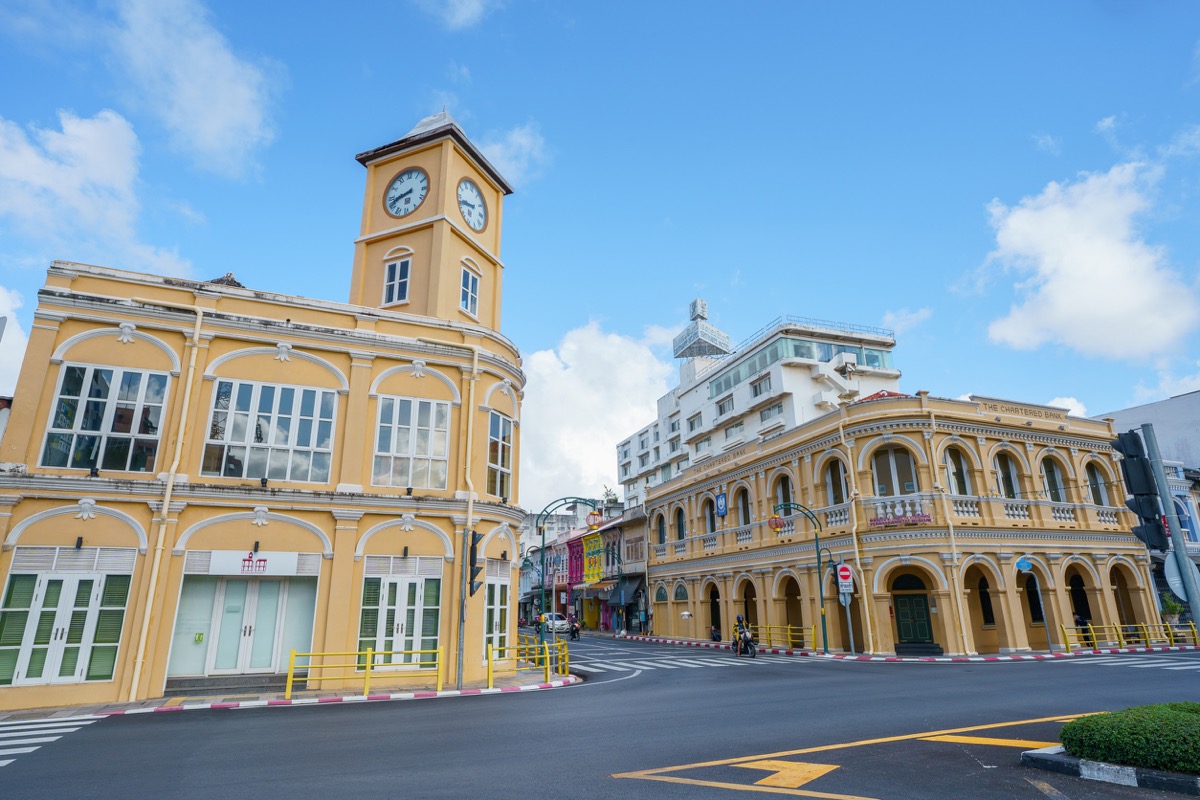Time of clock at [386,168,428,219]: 8:41
